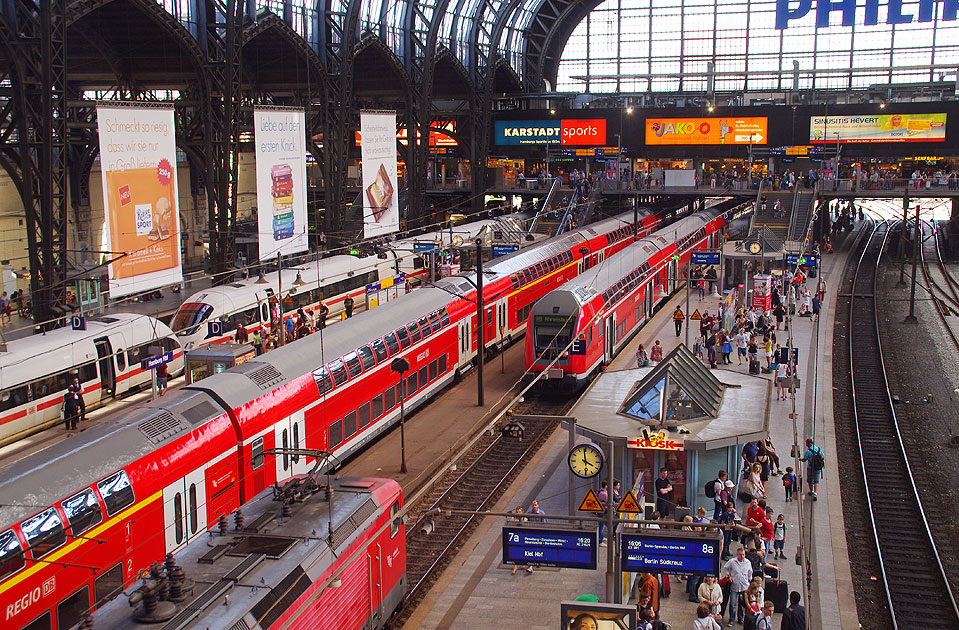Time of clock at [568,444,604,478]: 3:58
